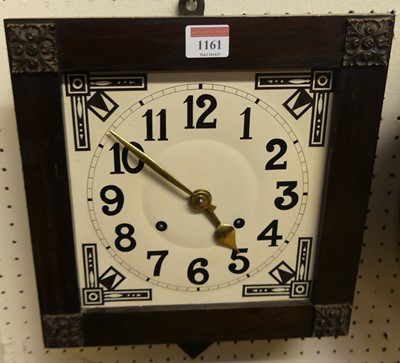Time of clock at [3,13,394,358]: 4:51
